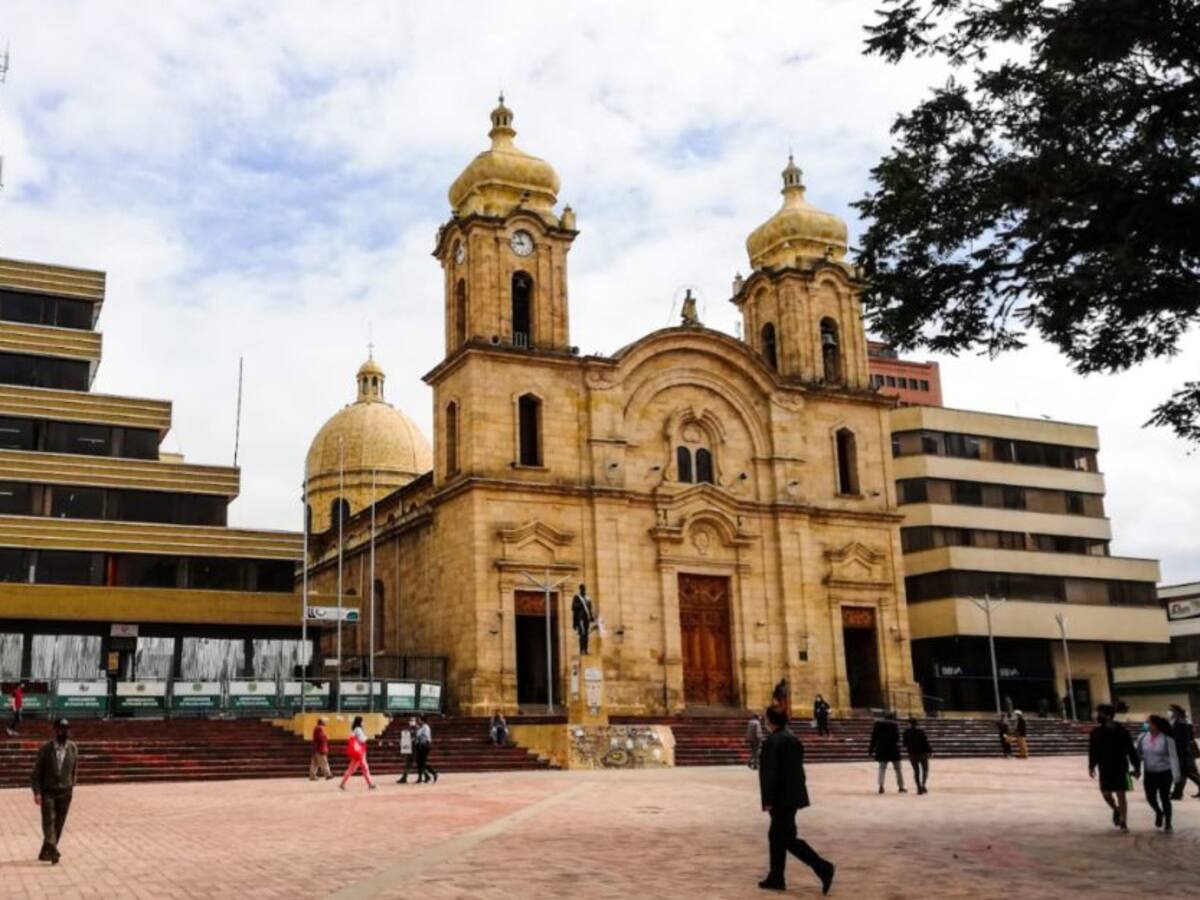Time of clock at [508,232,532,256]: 8:57
